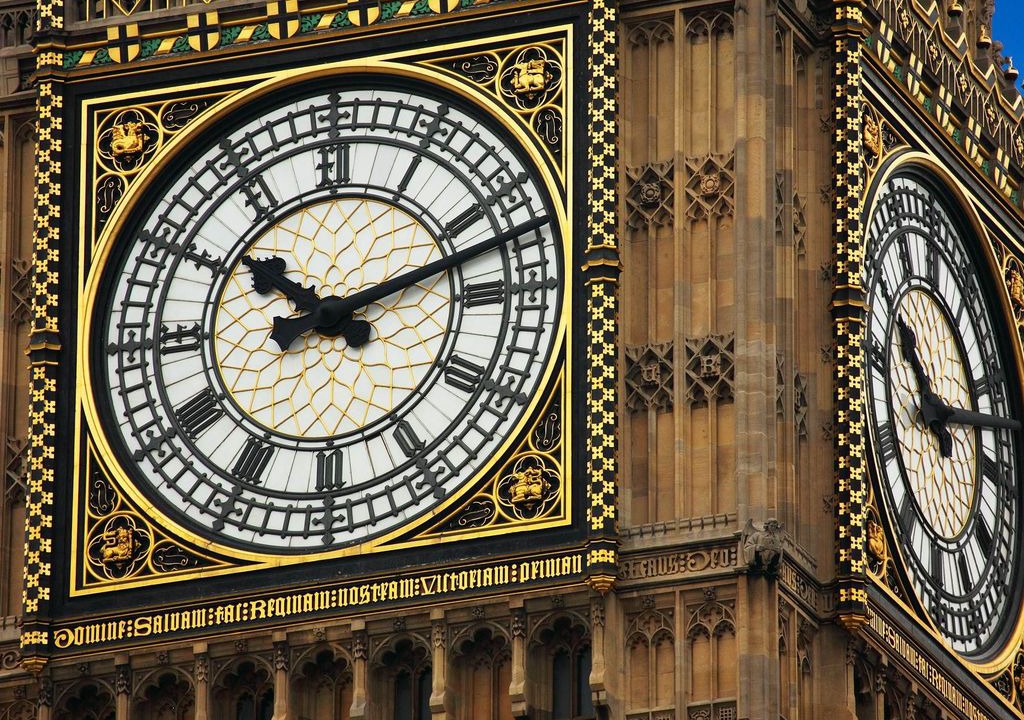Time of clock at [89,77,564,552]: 10:12
